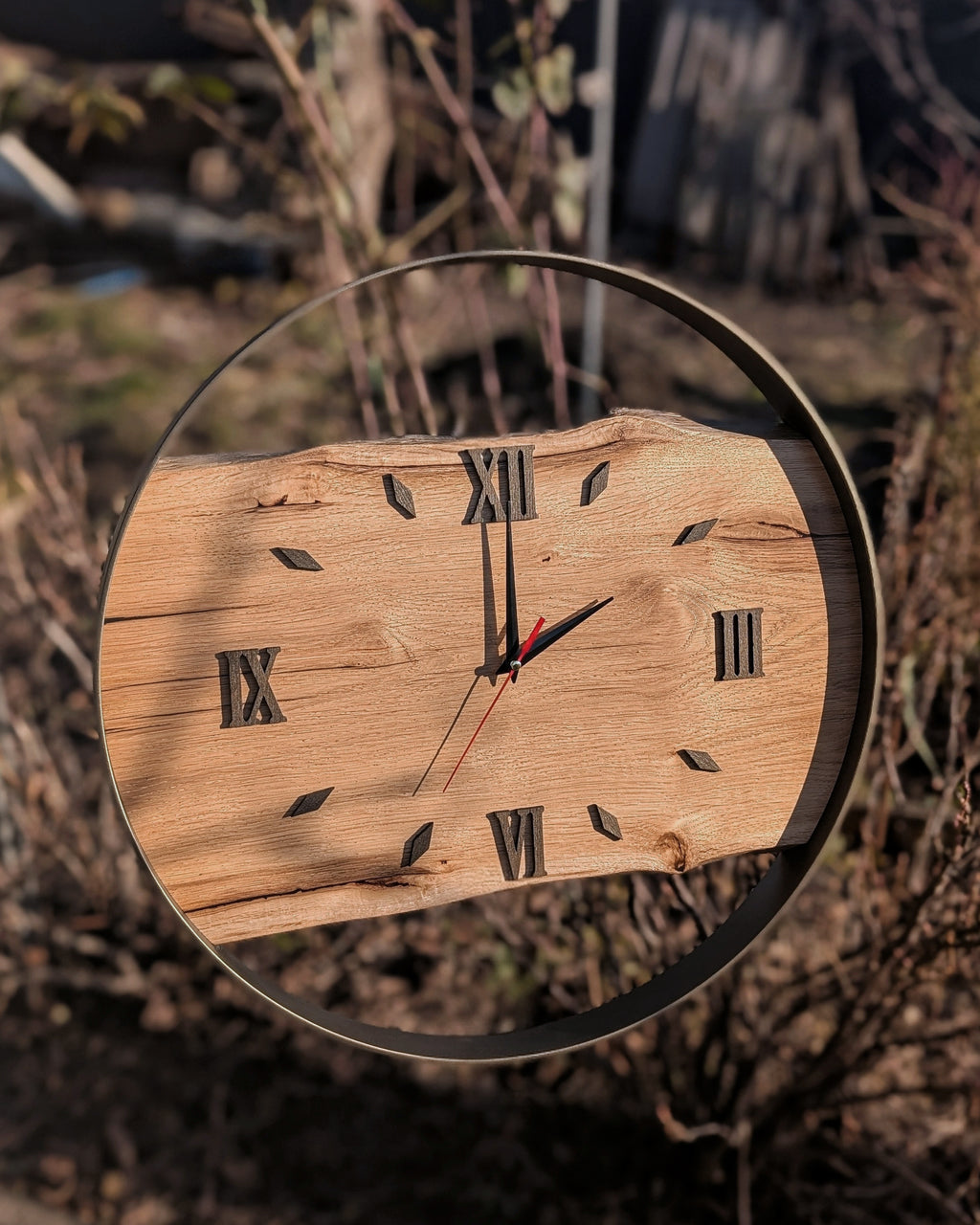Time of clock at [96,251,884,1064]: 1:59
